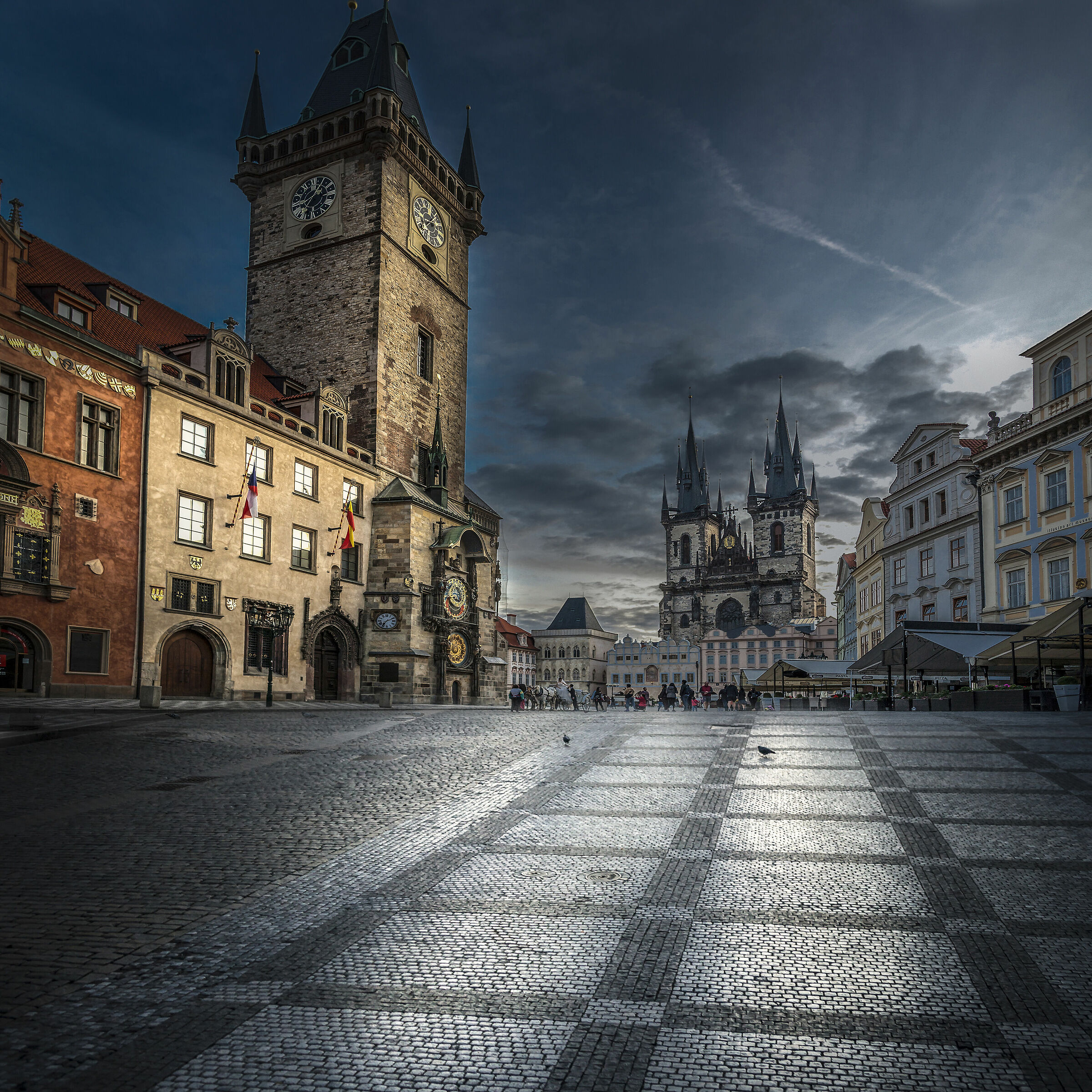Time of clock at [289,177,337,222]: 1:36
